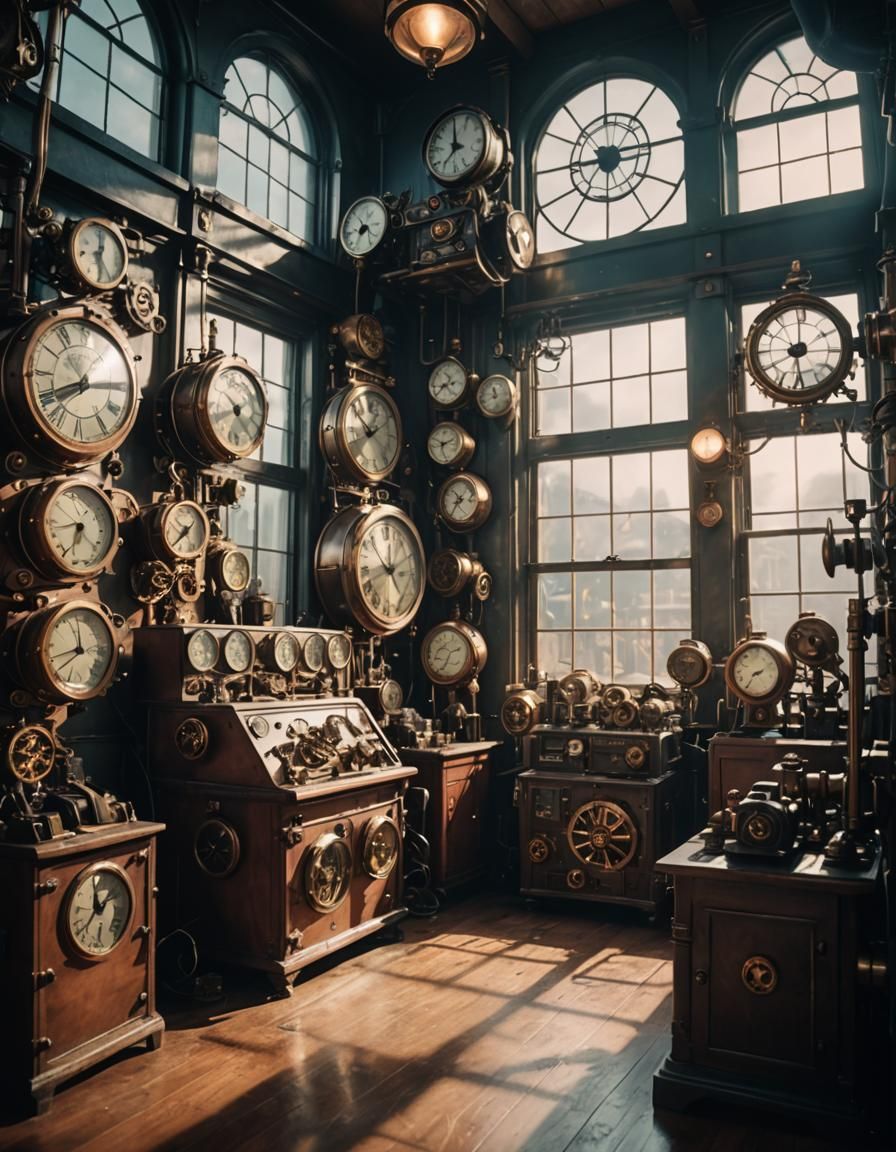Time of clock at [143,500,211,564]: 1:38
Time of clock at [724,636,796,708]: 2:35
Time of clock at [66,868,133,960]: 11:35
